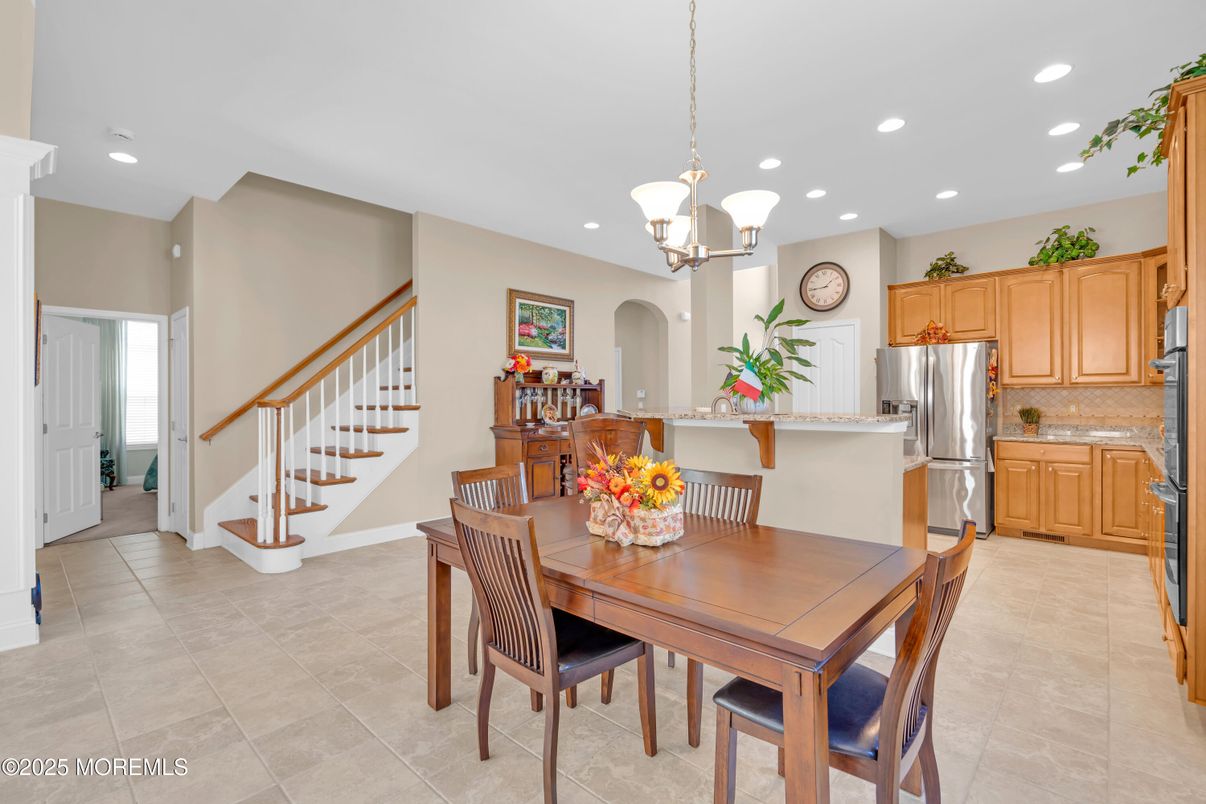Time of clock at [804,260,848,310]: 1:44
